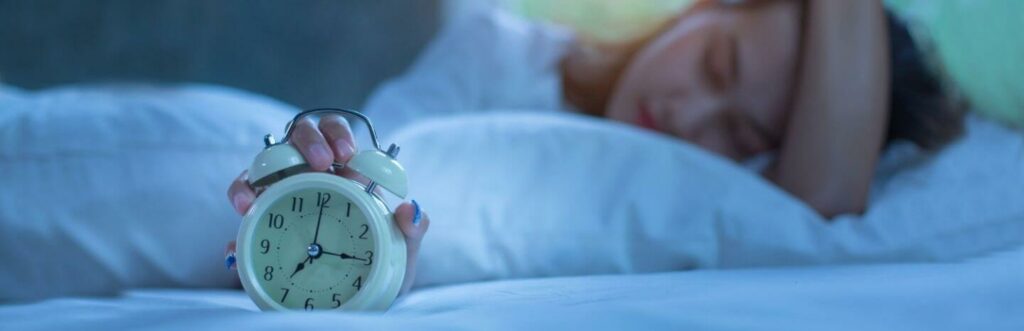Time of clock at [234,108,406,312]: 7:15
